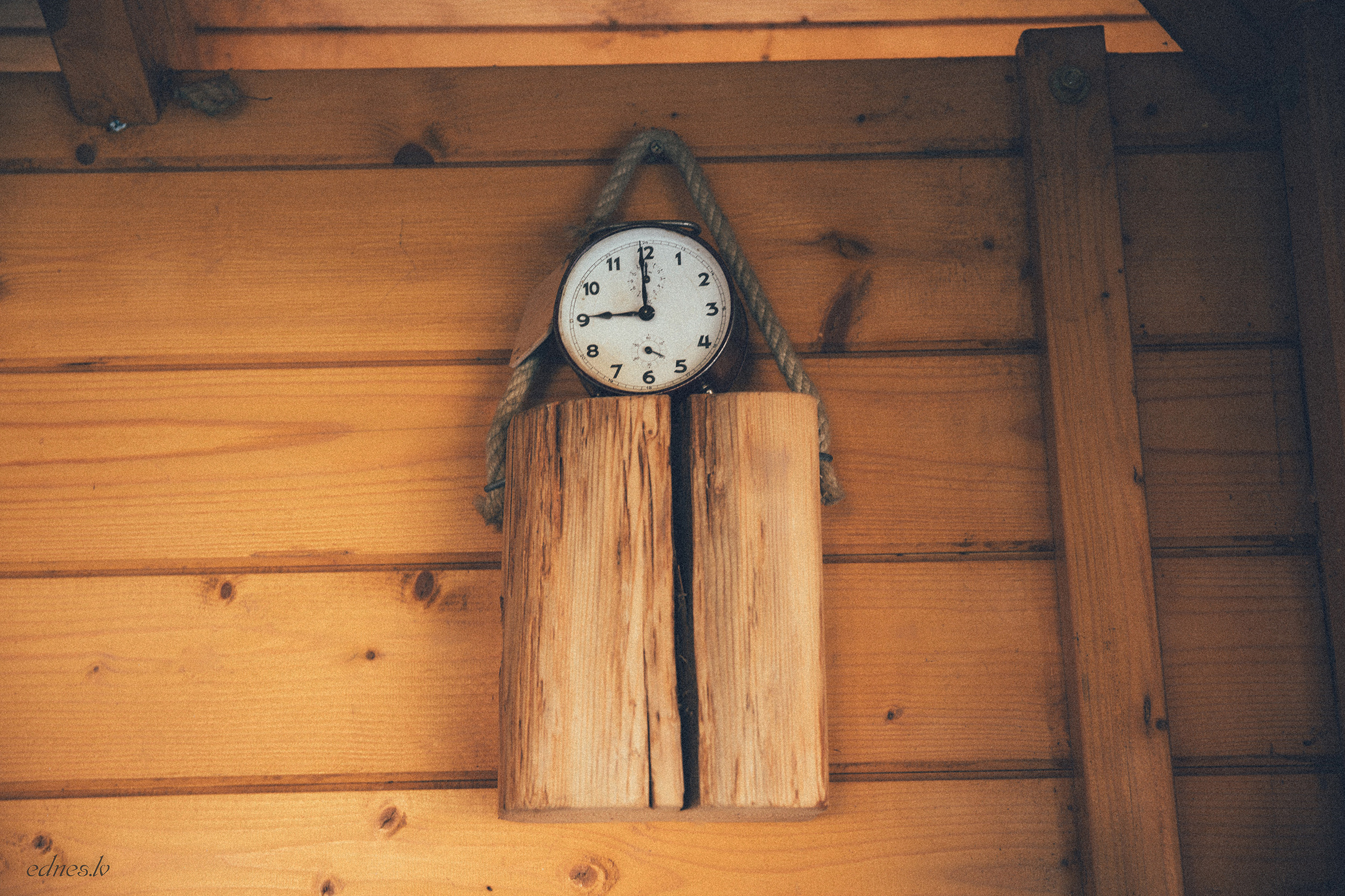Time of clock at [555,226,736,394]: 8:59
